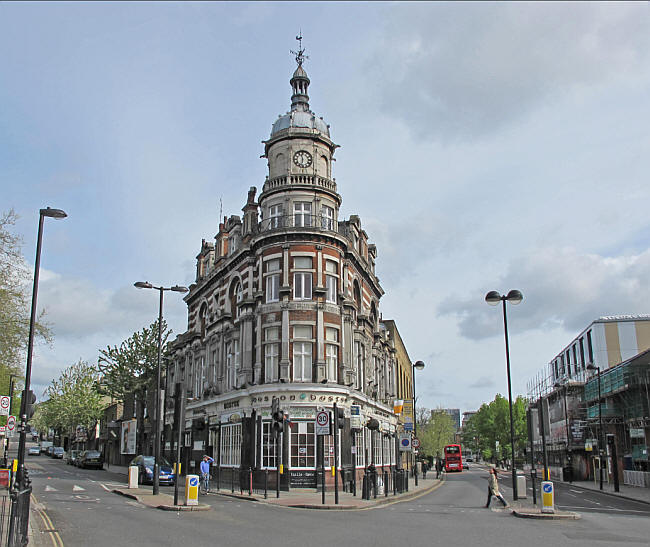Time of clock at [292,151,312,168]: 11:32
